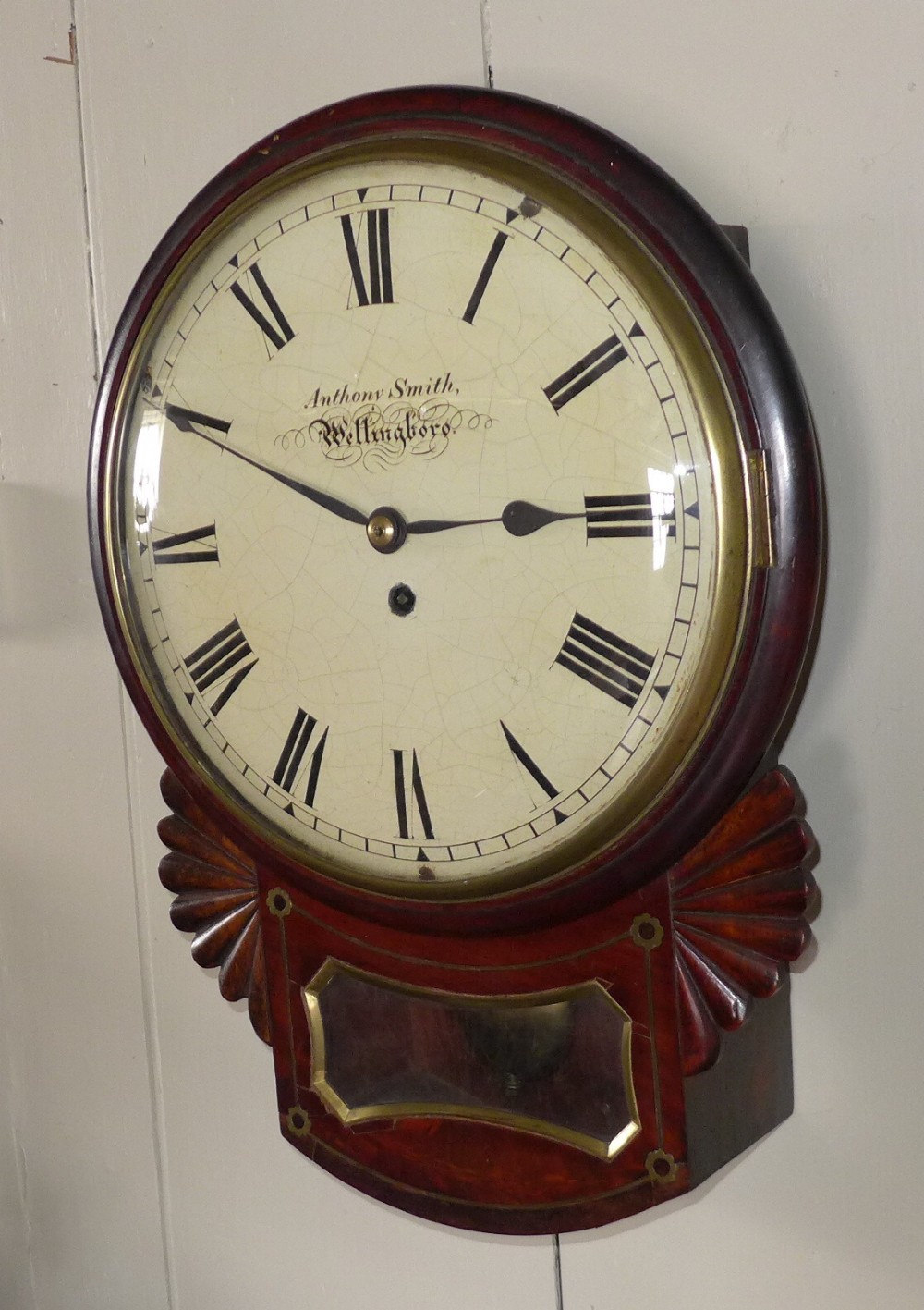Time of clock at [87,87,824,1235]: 2:49
